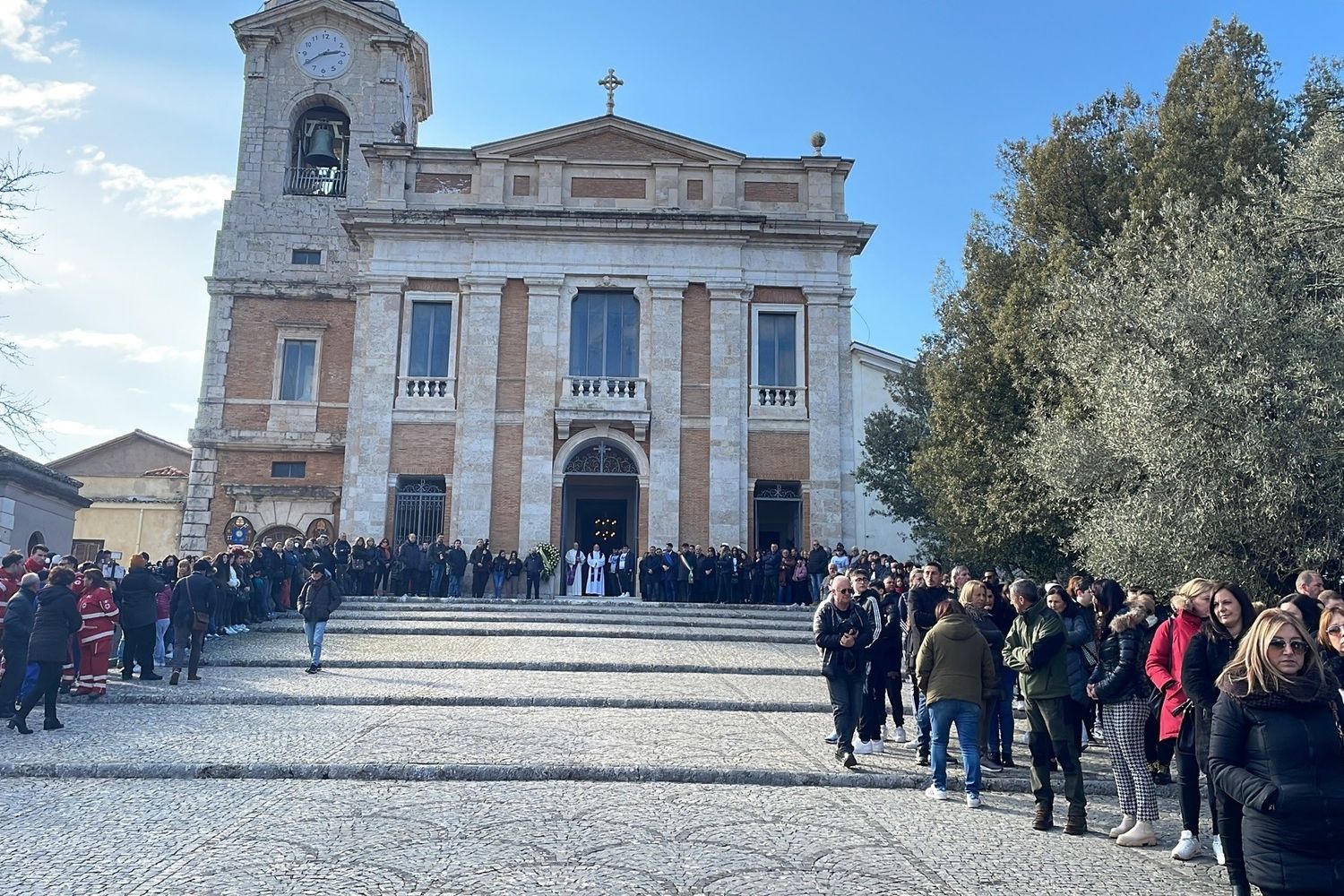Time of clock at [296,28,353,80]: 2:39
